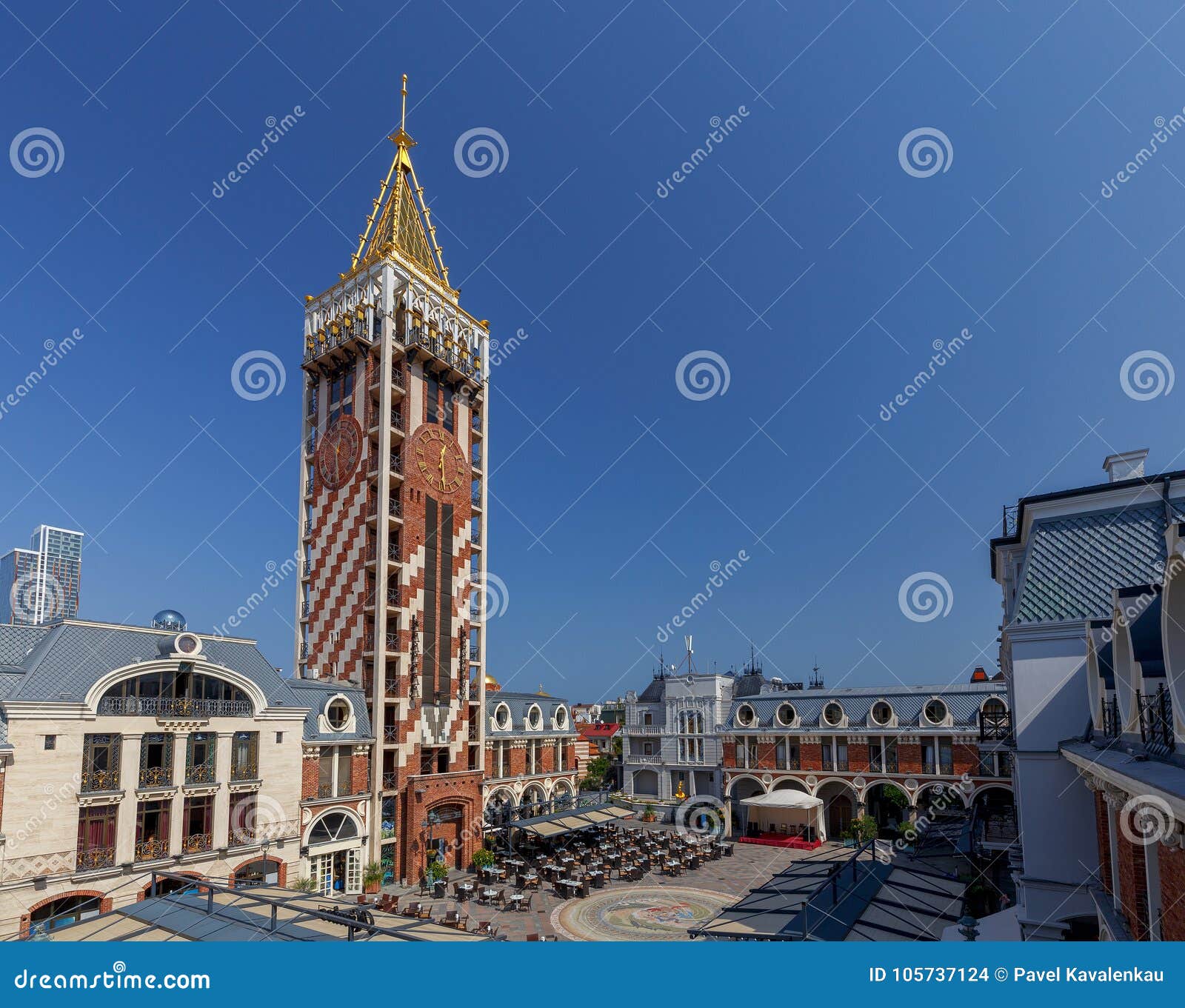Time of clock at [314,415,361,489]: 12:28
